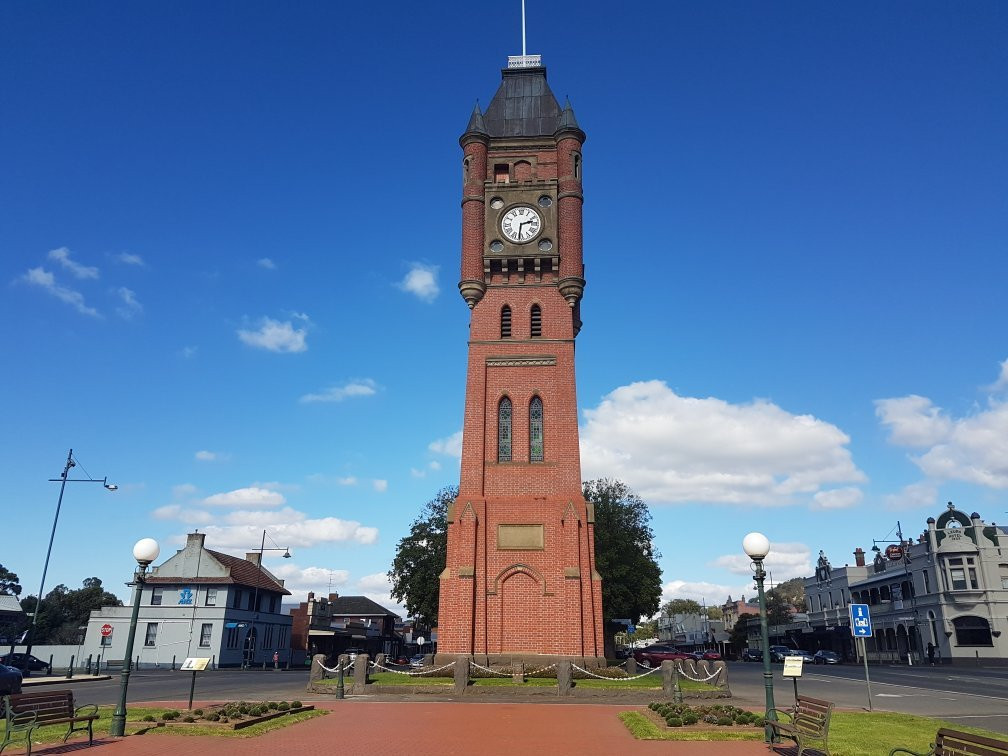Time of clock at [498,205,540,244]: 2:31
